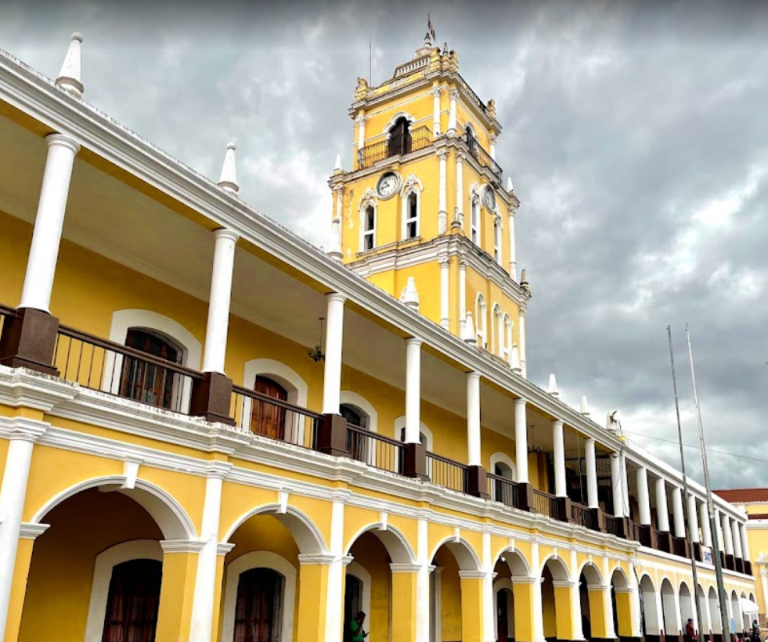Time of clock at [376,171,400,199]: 10:42
